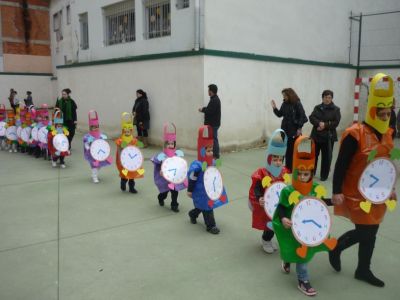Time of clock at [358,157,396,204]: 7:49
